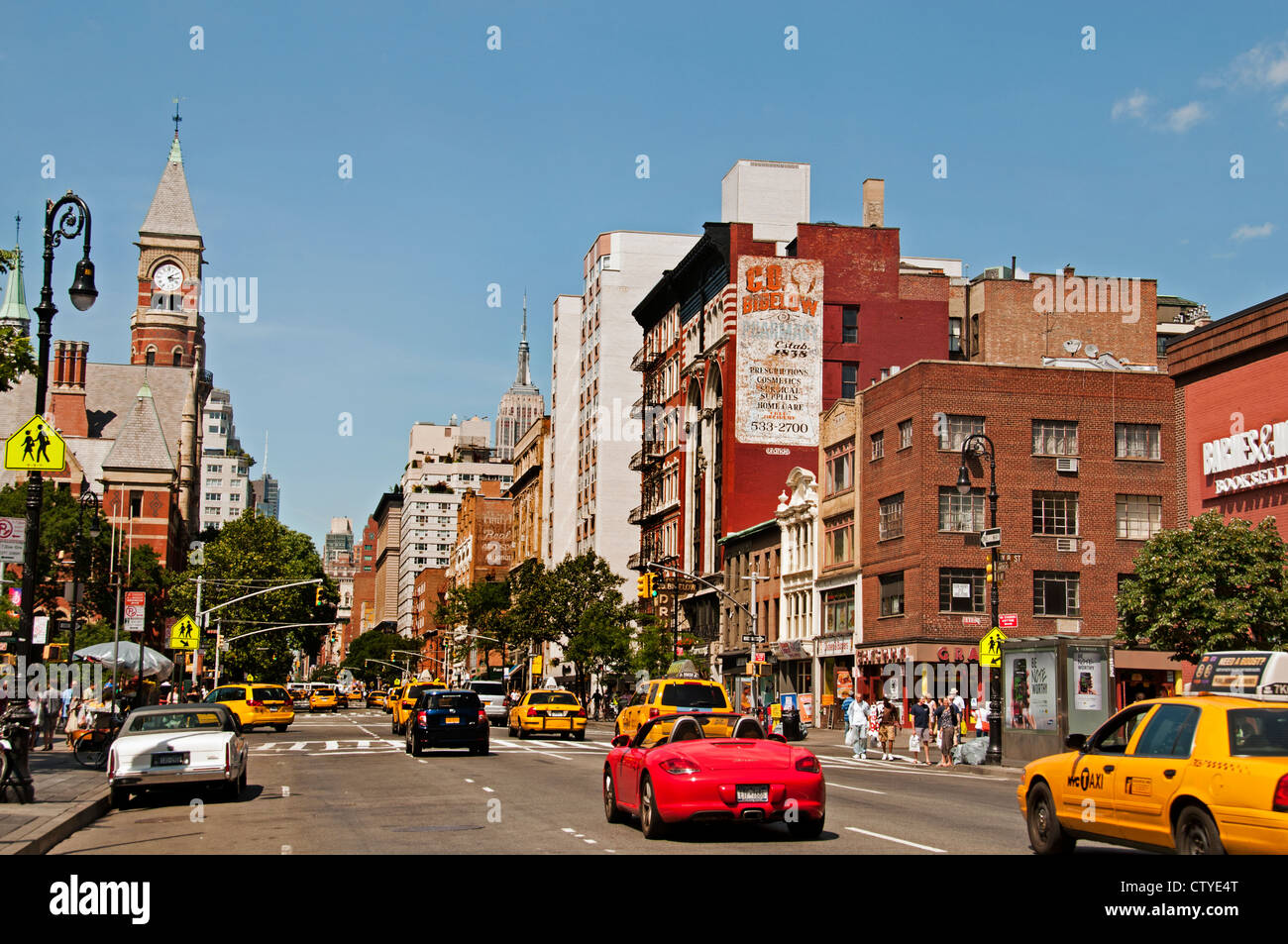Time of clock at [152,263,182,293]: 2:16
